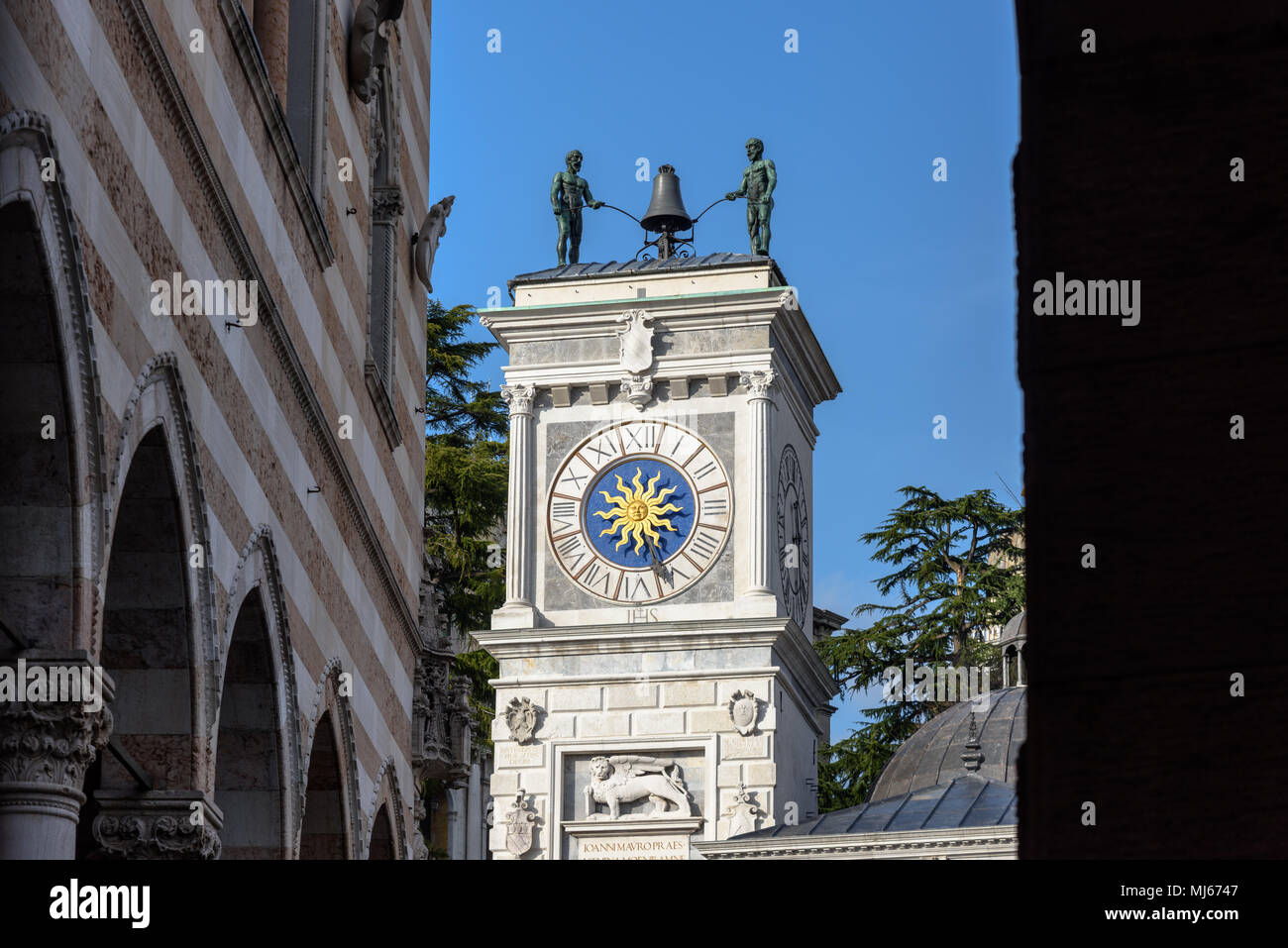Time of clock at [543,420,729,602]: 3:26
